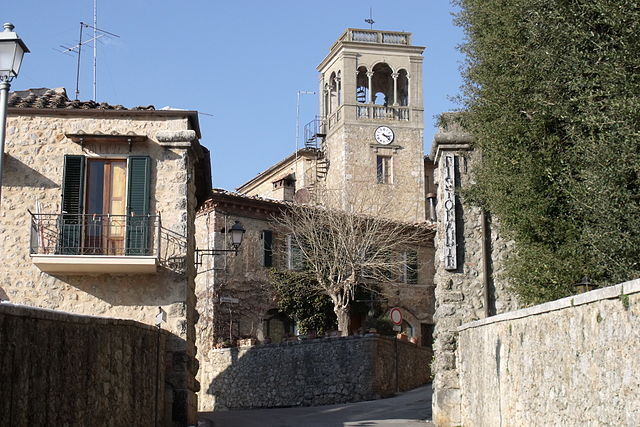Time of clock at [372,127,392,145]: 3:21
